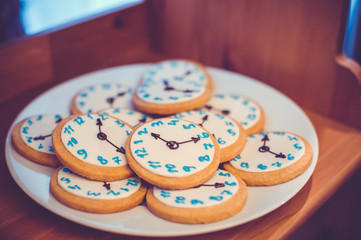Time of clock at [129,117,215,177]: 10:11
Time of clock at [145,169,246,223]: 10:11
